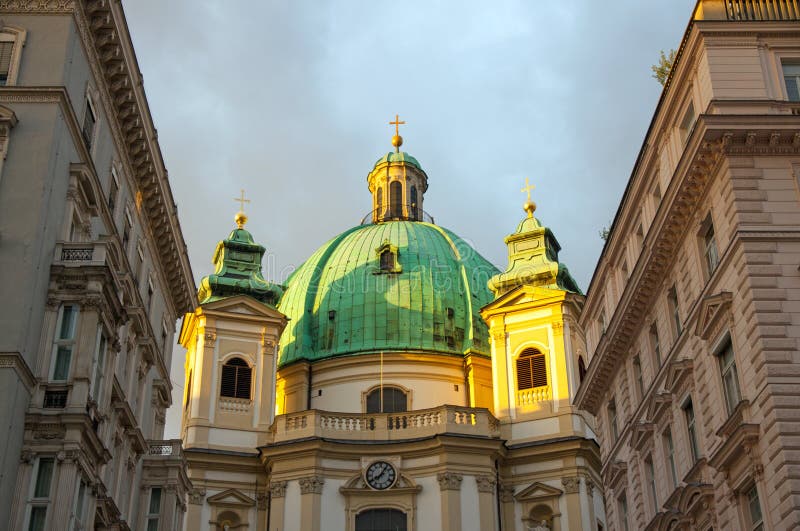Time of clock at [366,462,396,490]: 8:06
